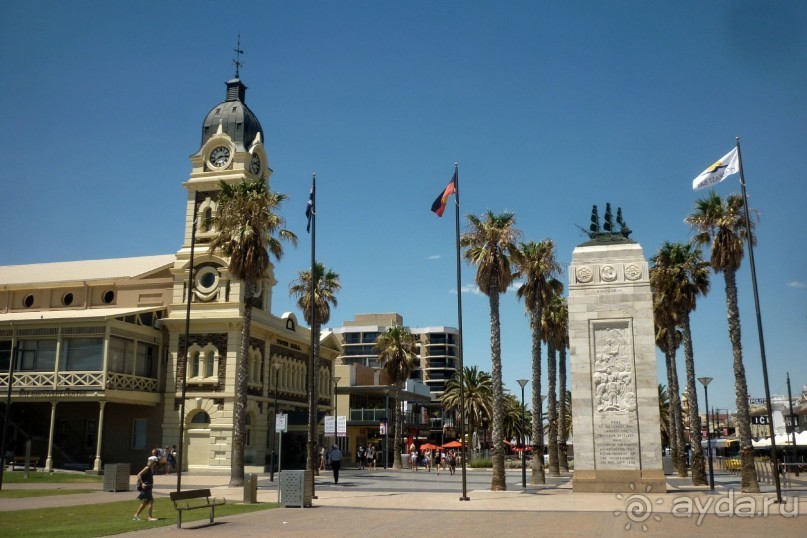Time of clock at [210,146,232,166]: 2:40
